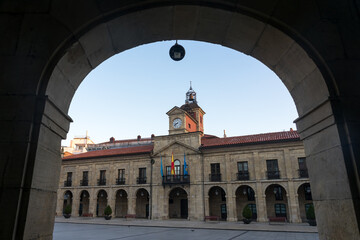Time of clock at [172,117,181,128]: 8:38
